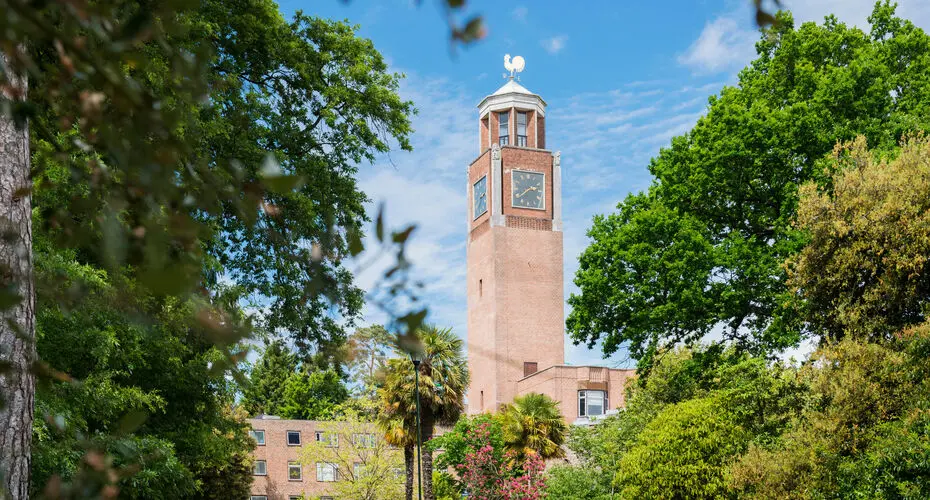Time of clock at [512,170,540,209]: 2:38
